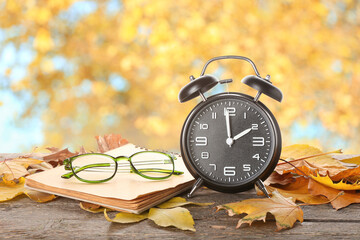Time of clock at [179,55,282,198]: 1:59
